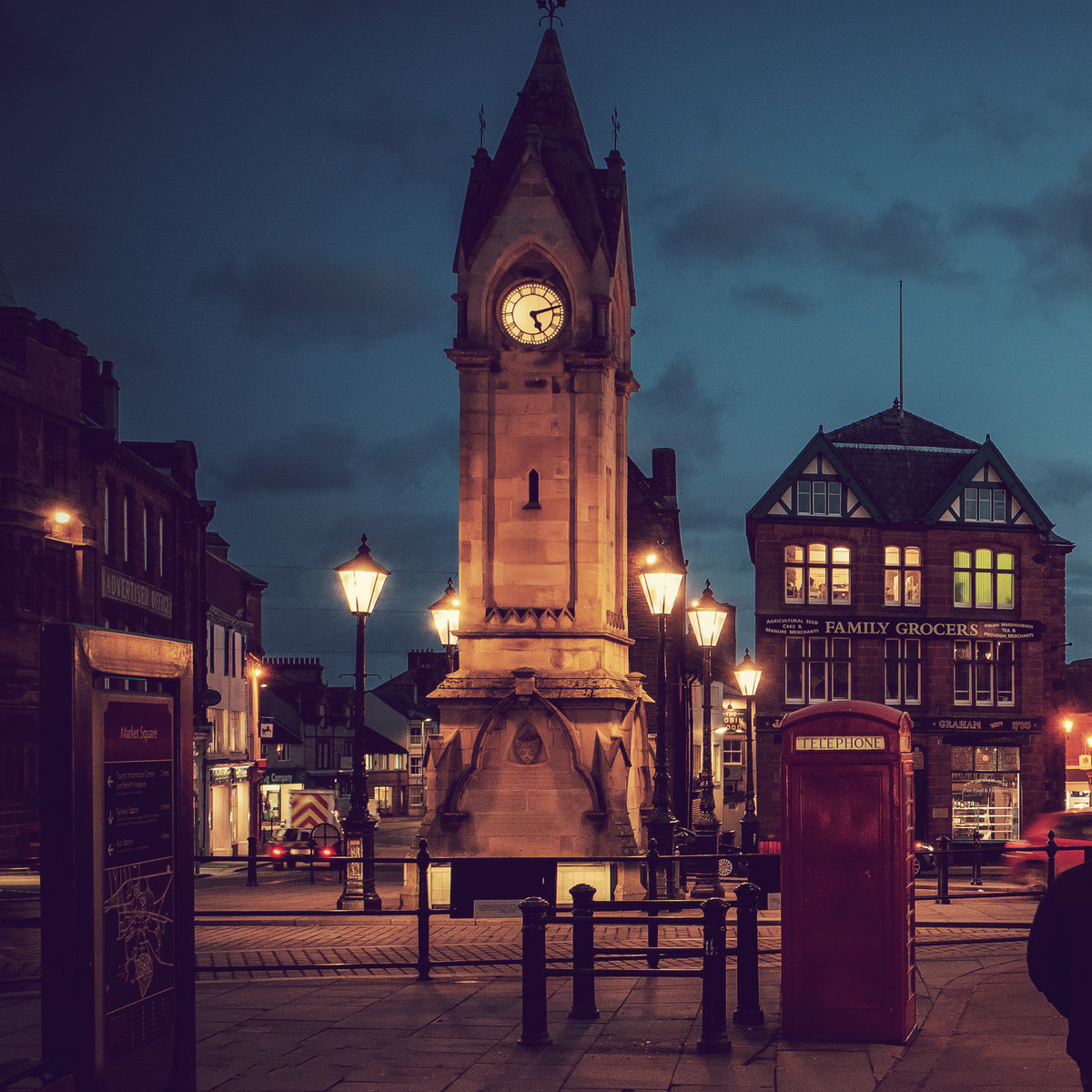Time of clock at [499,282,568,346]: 5:12
